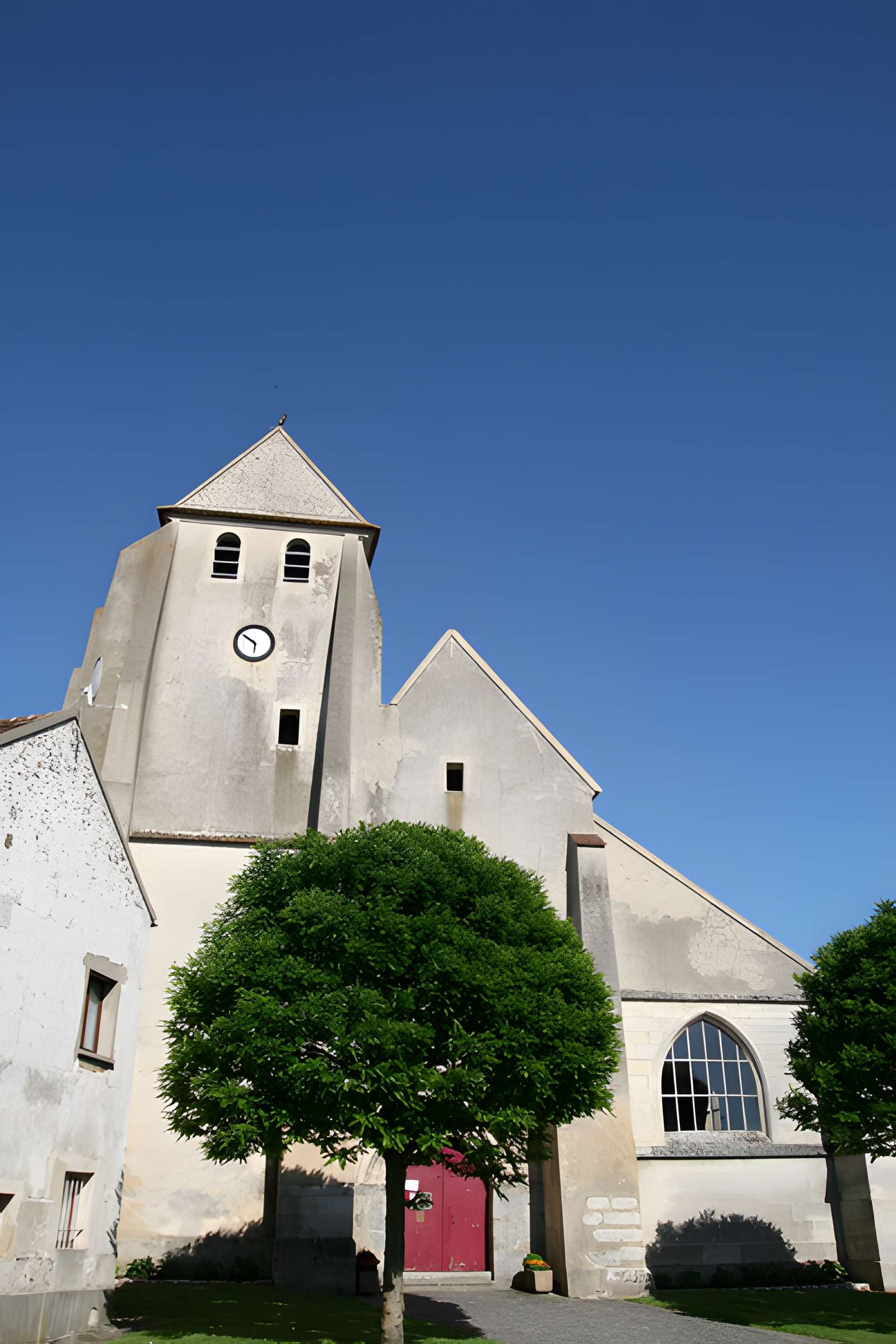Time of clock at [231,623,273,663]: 5:51
